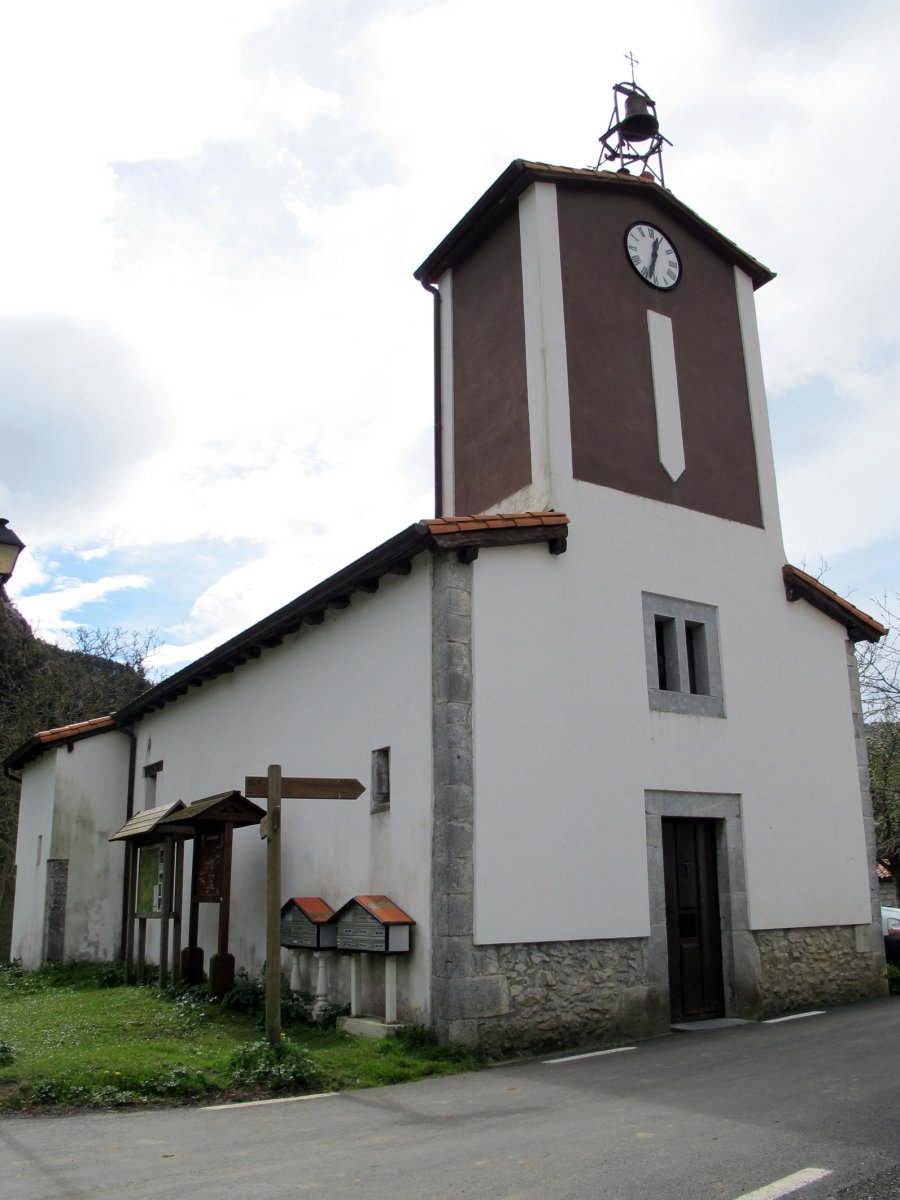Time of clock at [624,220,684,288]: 12:32
